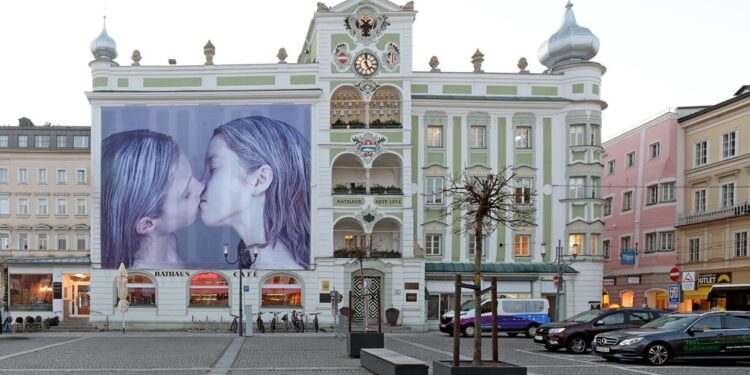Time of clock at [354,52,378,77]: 4:59
